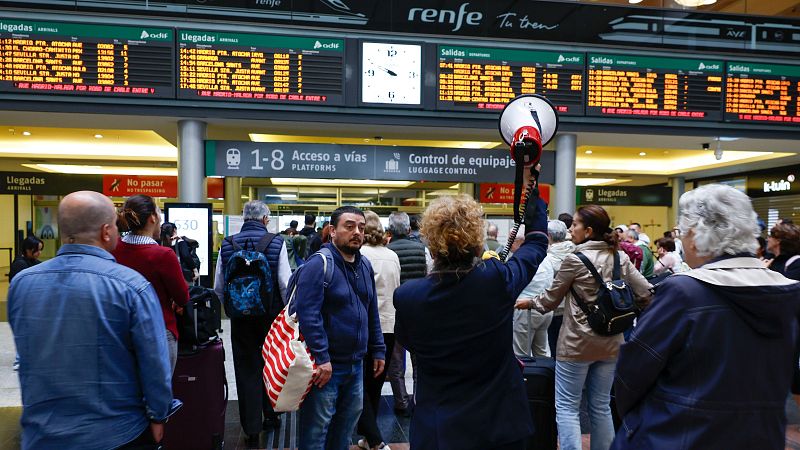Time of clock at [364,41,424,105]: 9:48
